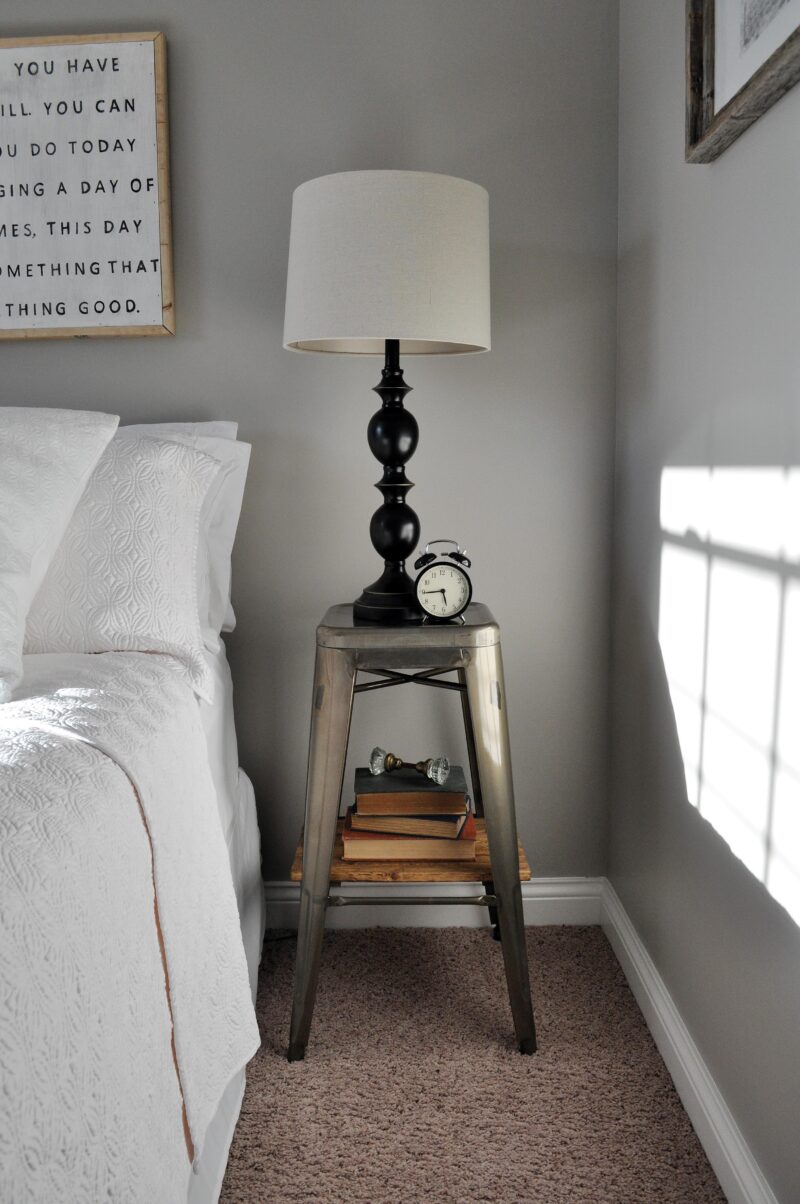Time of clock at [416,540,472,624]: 5:44
